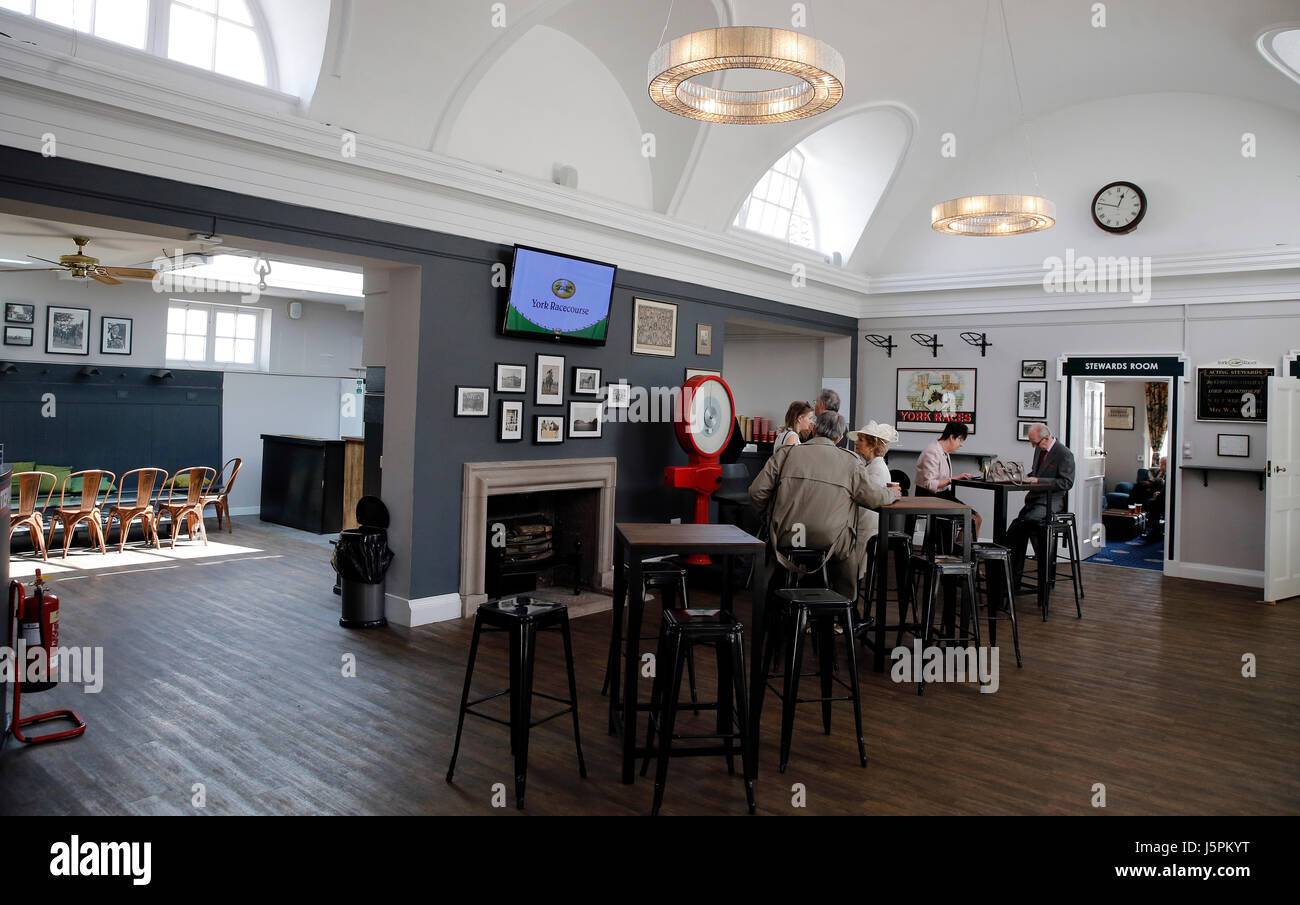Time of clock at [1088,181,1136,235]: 12:47
